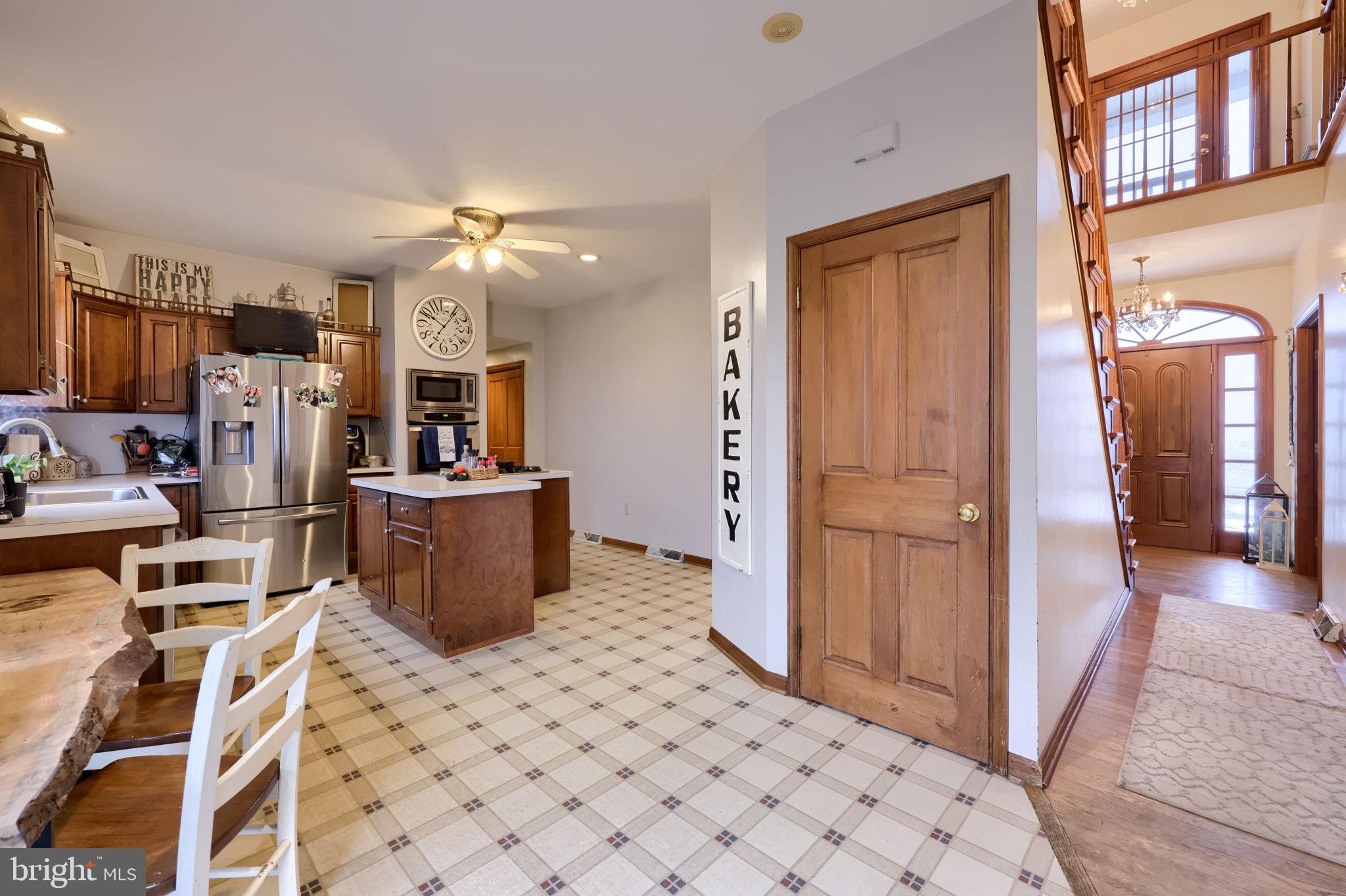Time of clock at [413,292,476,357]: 10:05
